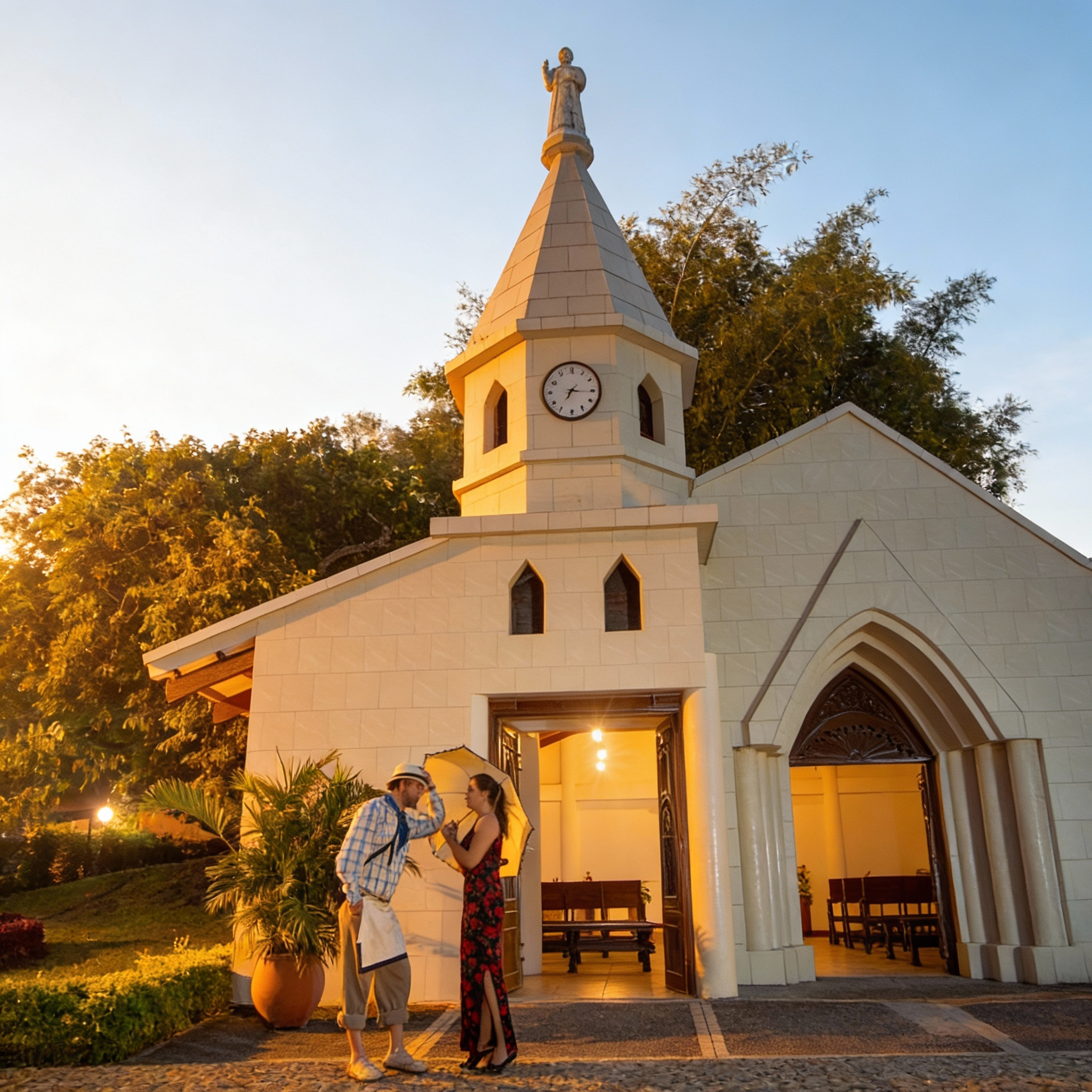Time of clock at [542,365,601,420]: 7:15
